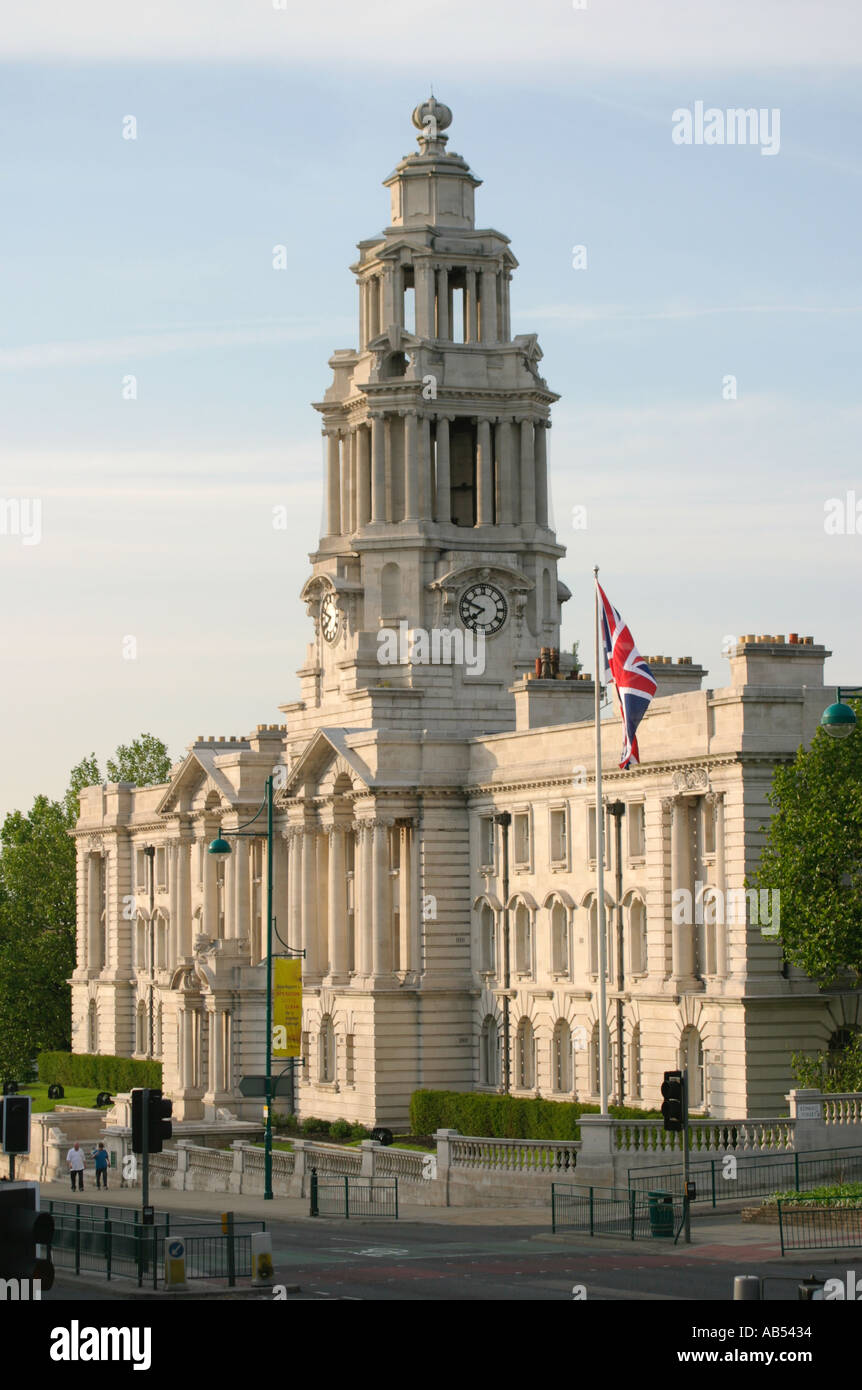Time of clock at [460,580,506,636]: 7:48
